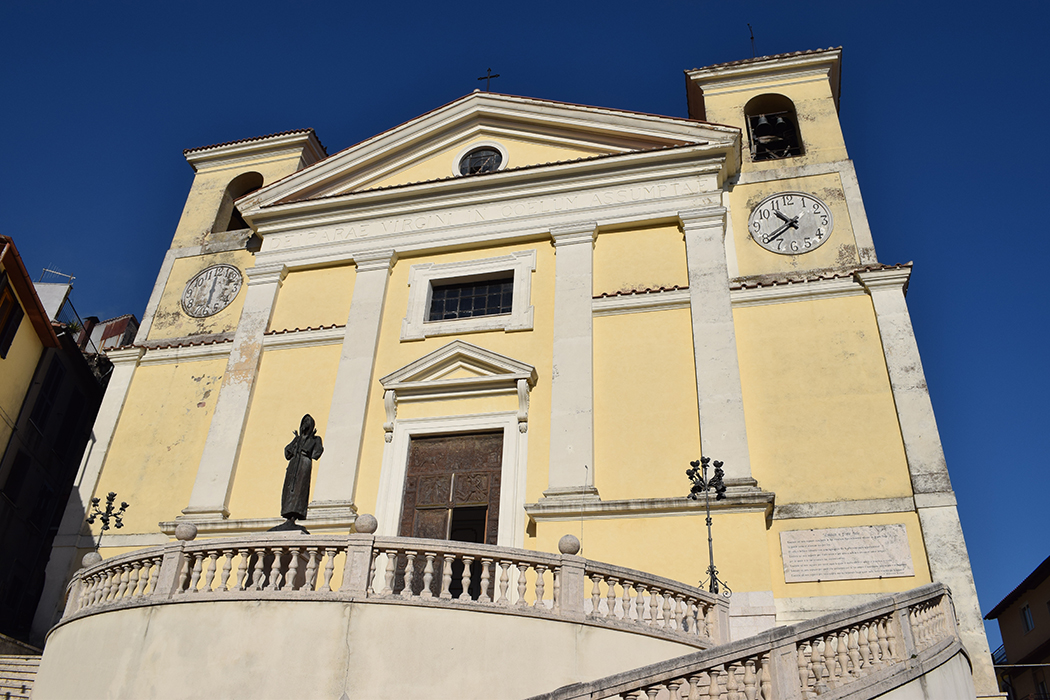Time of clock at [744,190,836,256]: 10:39
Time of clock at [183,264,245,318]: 6:00
